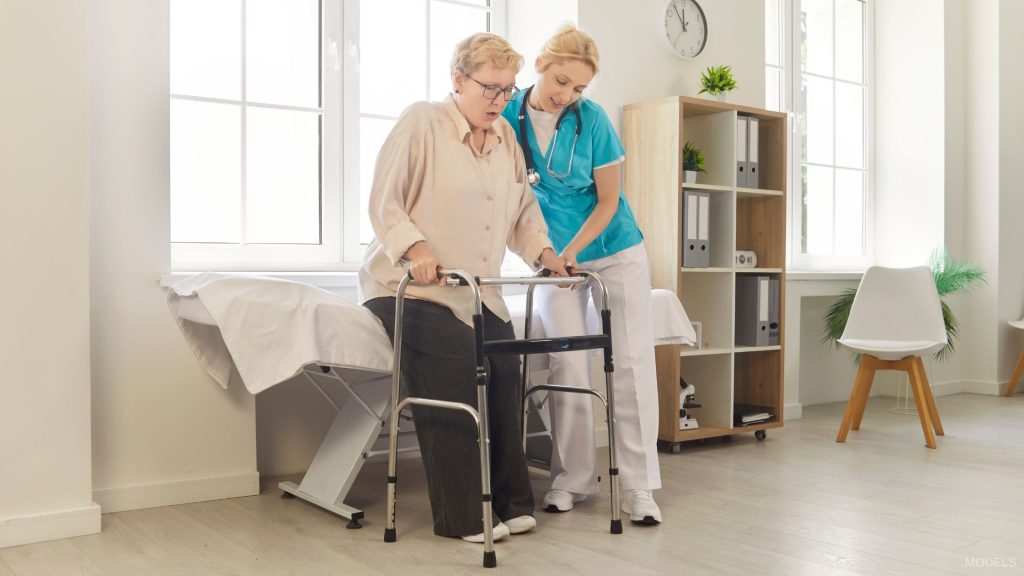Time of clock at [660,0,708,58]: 11:54
